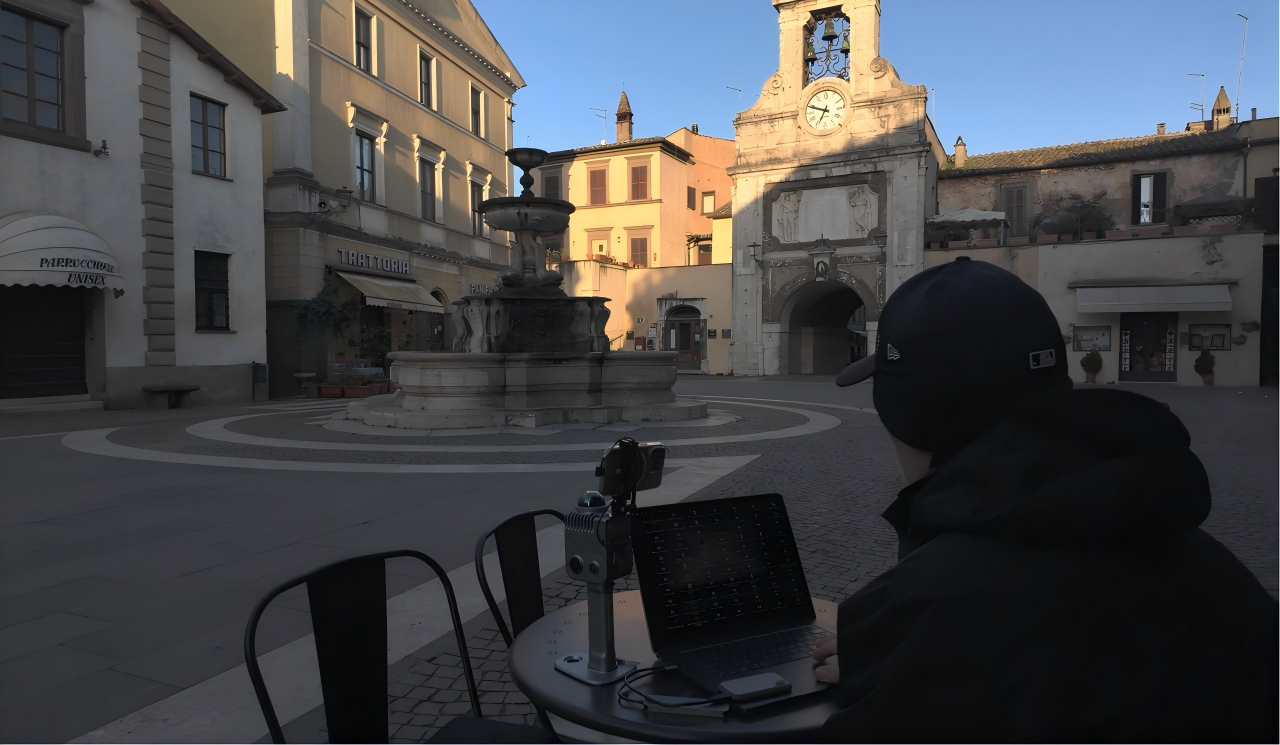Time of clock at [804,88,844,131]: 6:48
